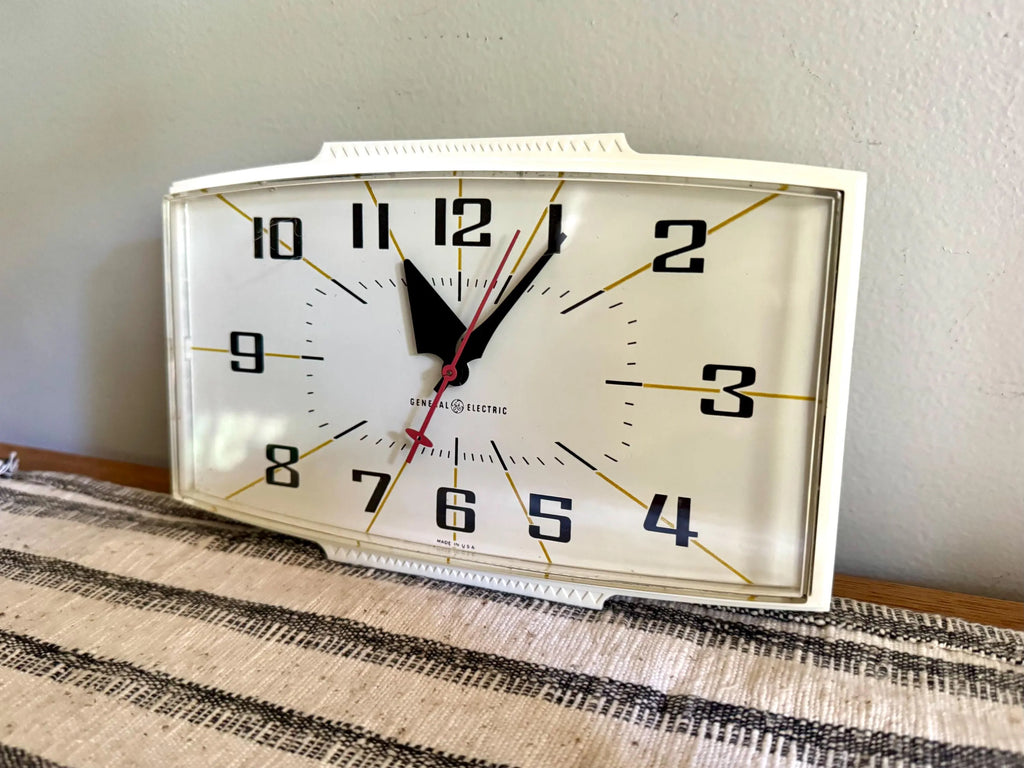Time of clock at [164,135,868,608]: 11:05
